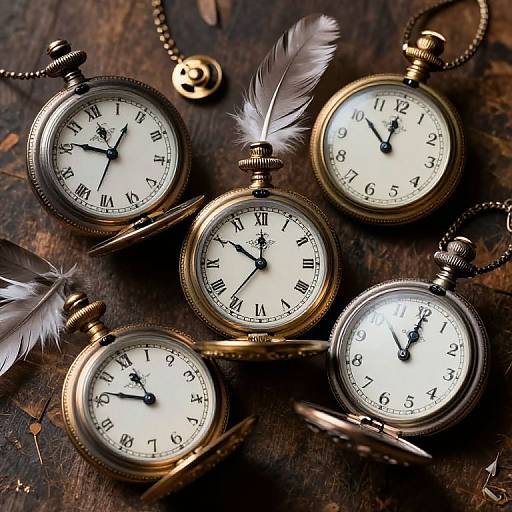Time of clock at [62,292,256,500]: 10:46
